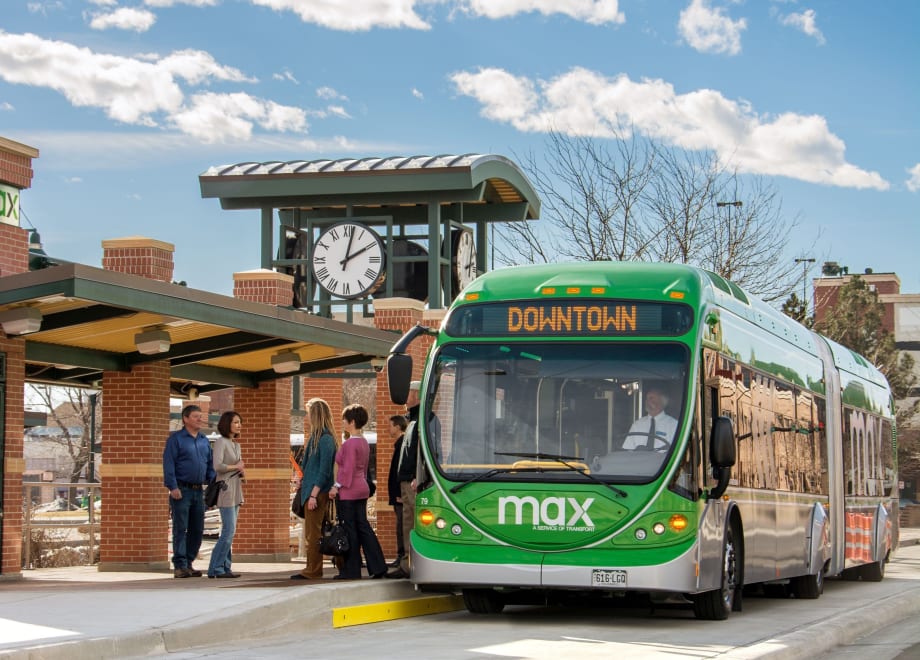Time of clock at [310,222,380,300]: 2:02
